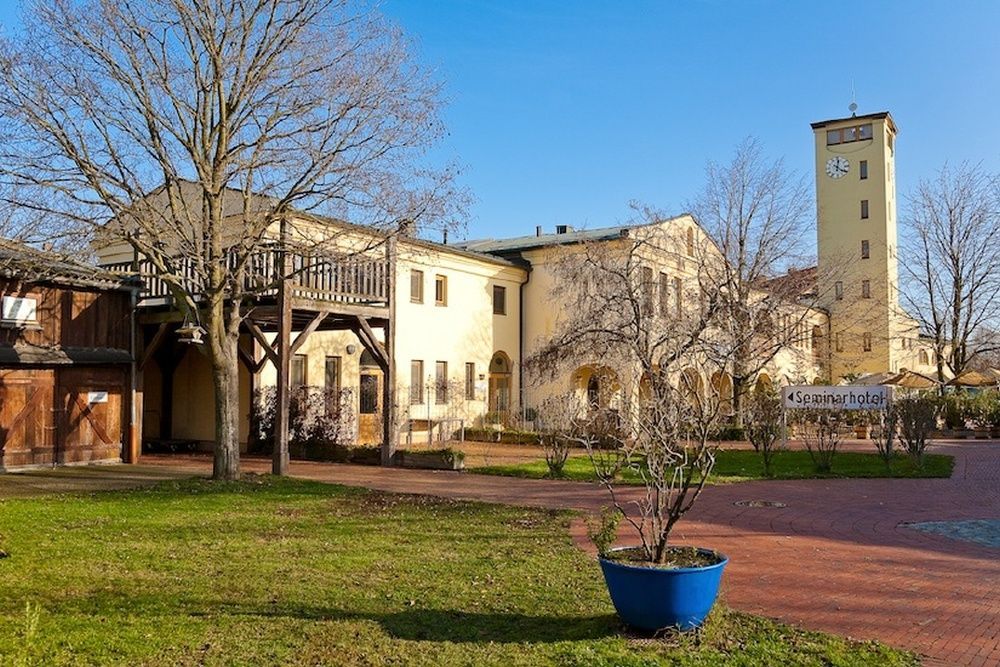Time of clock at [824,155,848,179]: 12:21
